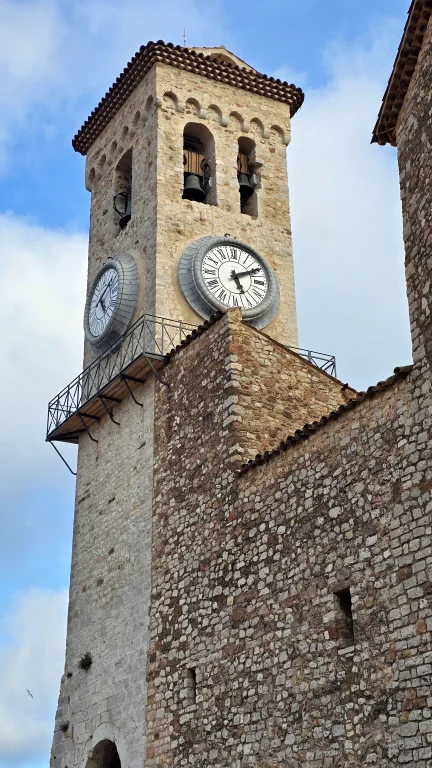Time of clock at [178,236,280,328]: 5:10
